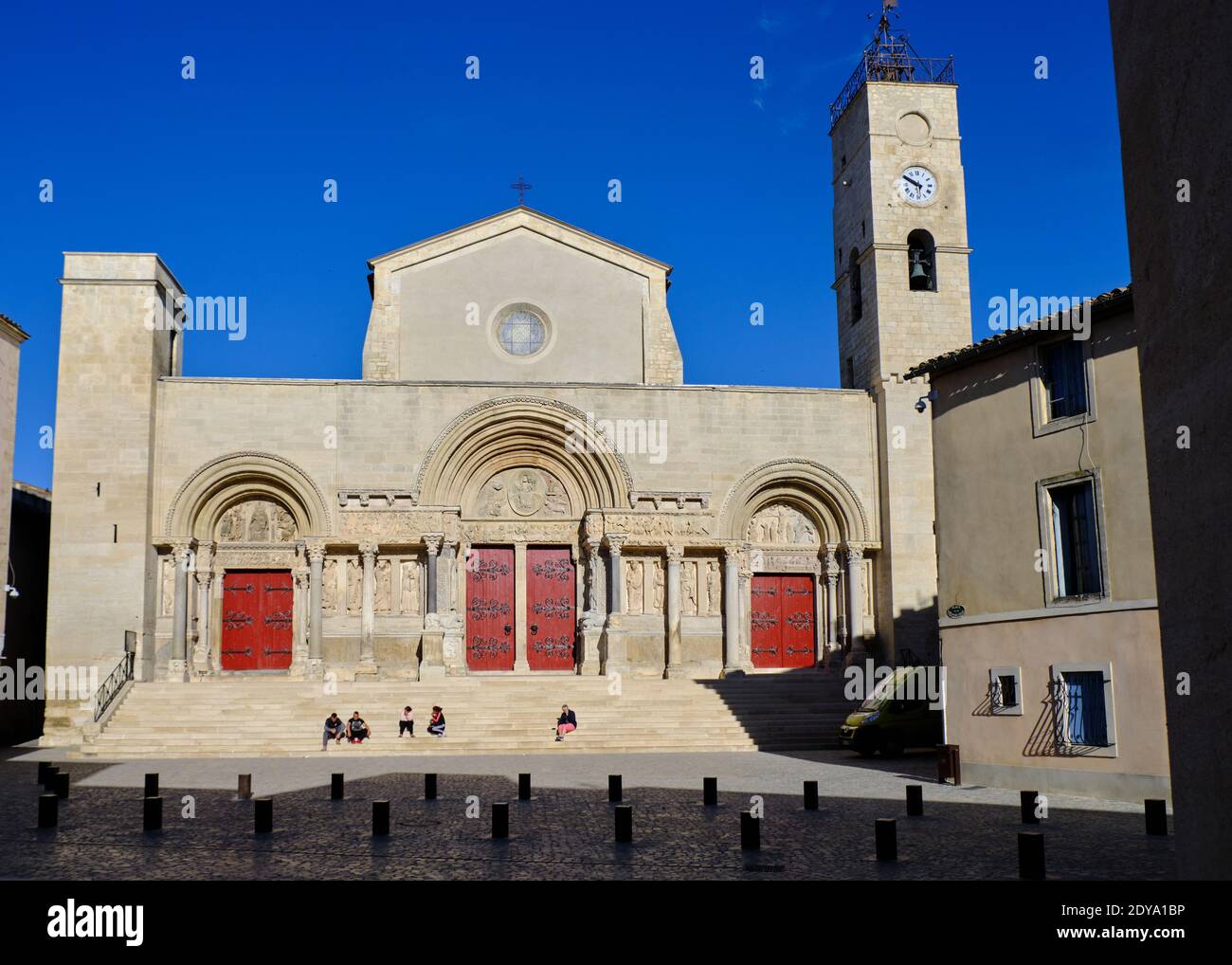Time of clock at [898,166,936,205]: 5:49
